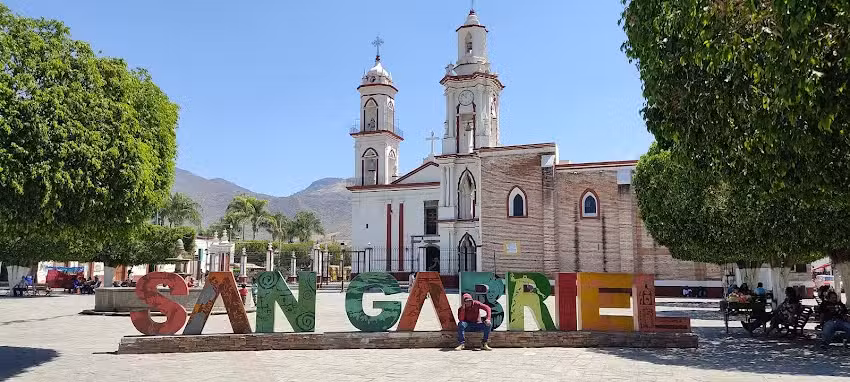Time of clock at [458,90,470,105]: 11:52
